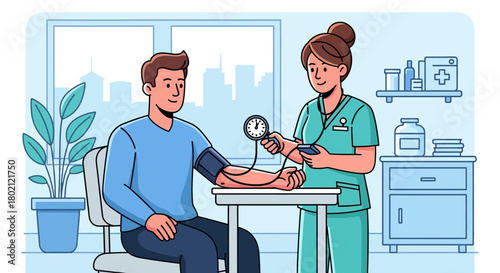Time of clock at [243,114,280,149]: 1:00
